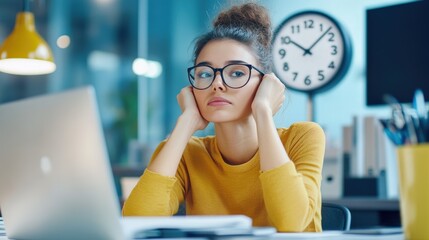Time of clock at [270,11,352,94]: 10:07
